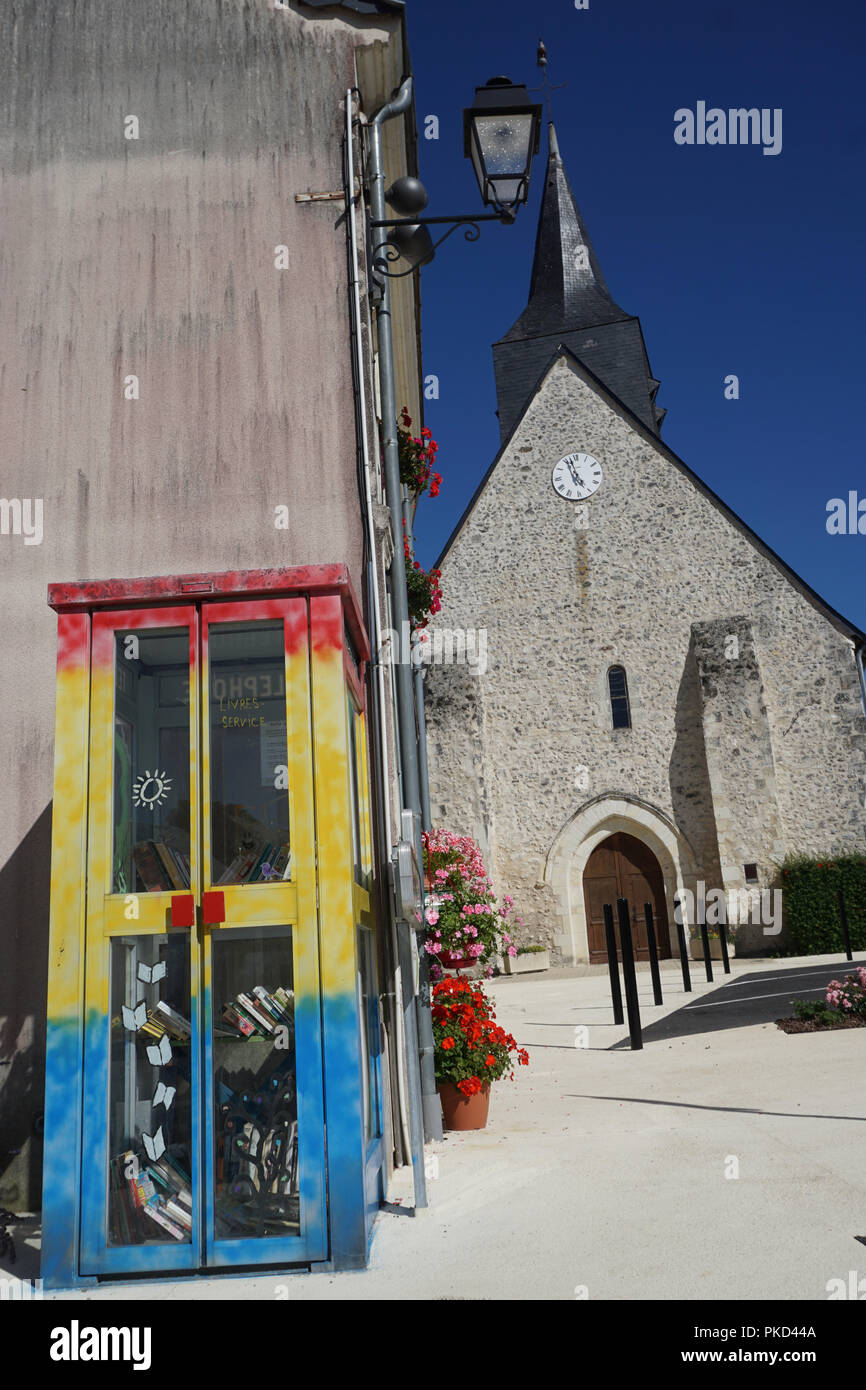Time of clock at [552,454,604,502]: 4:57
